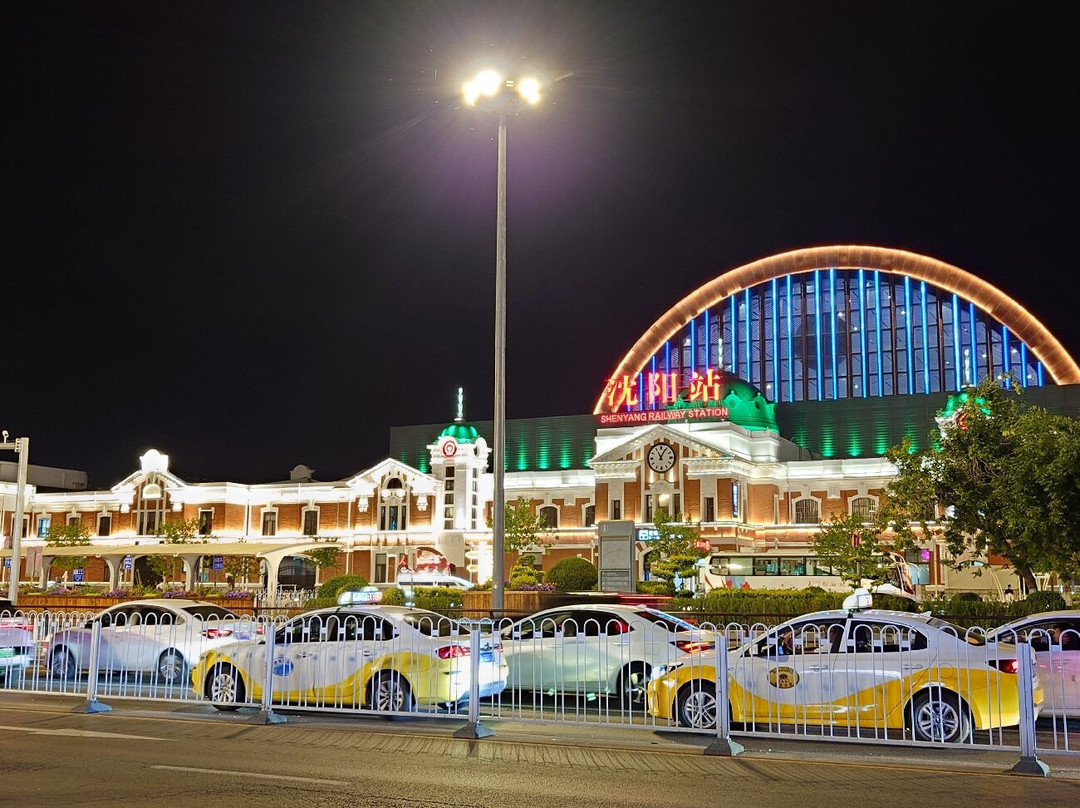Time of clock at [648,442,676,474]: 11:04
